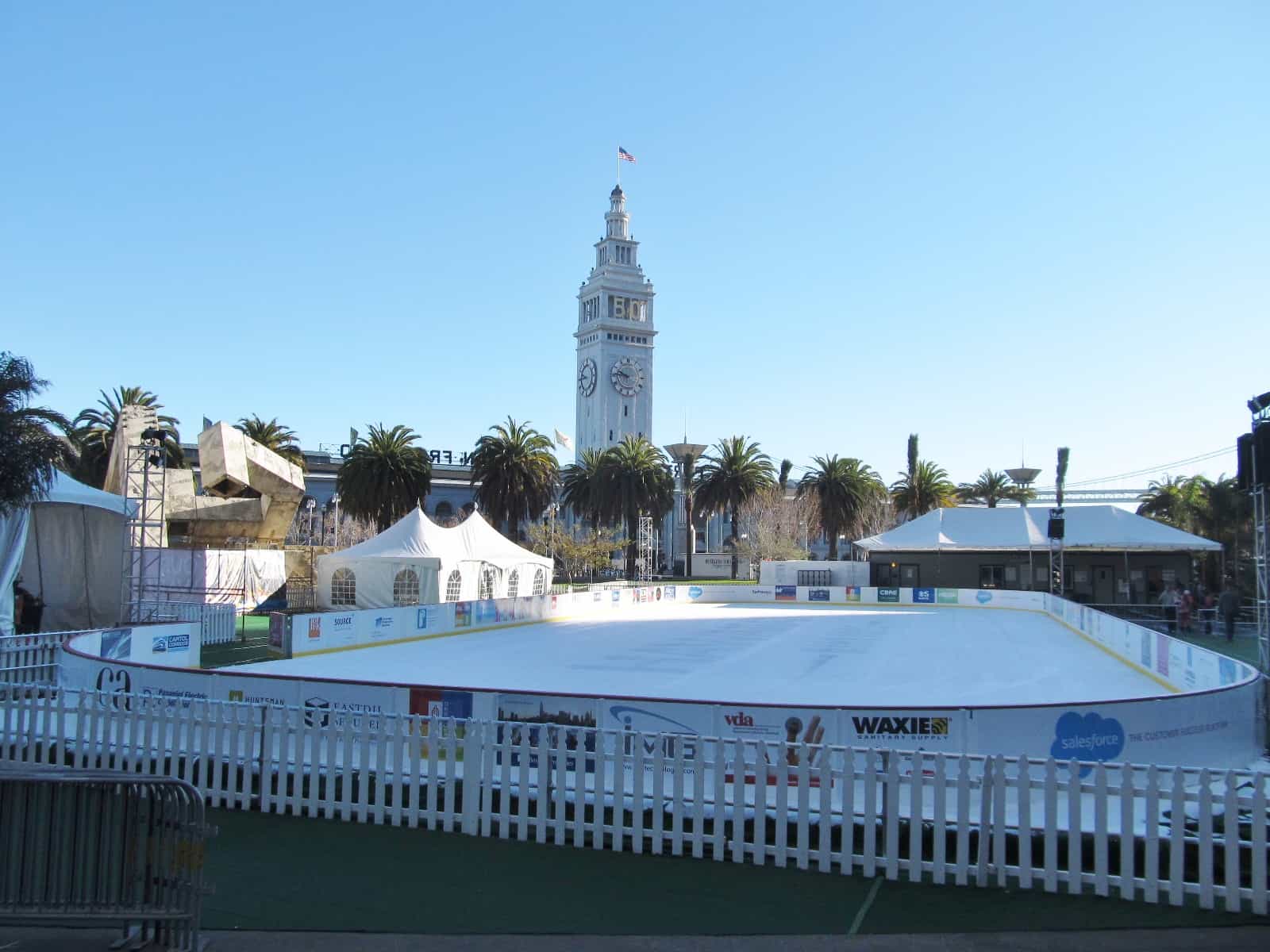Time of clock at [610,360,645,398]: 9:45
